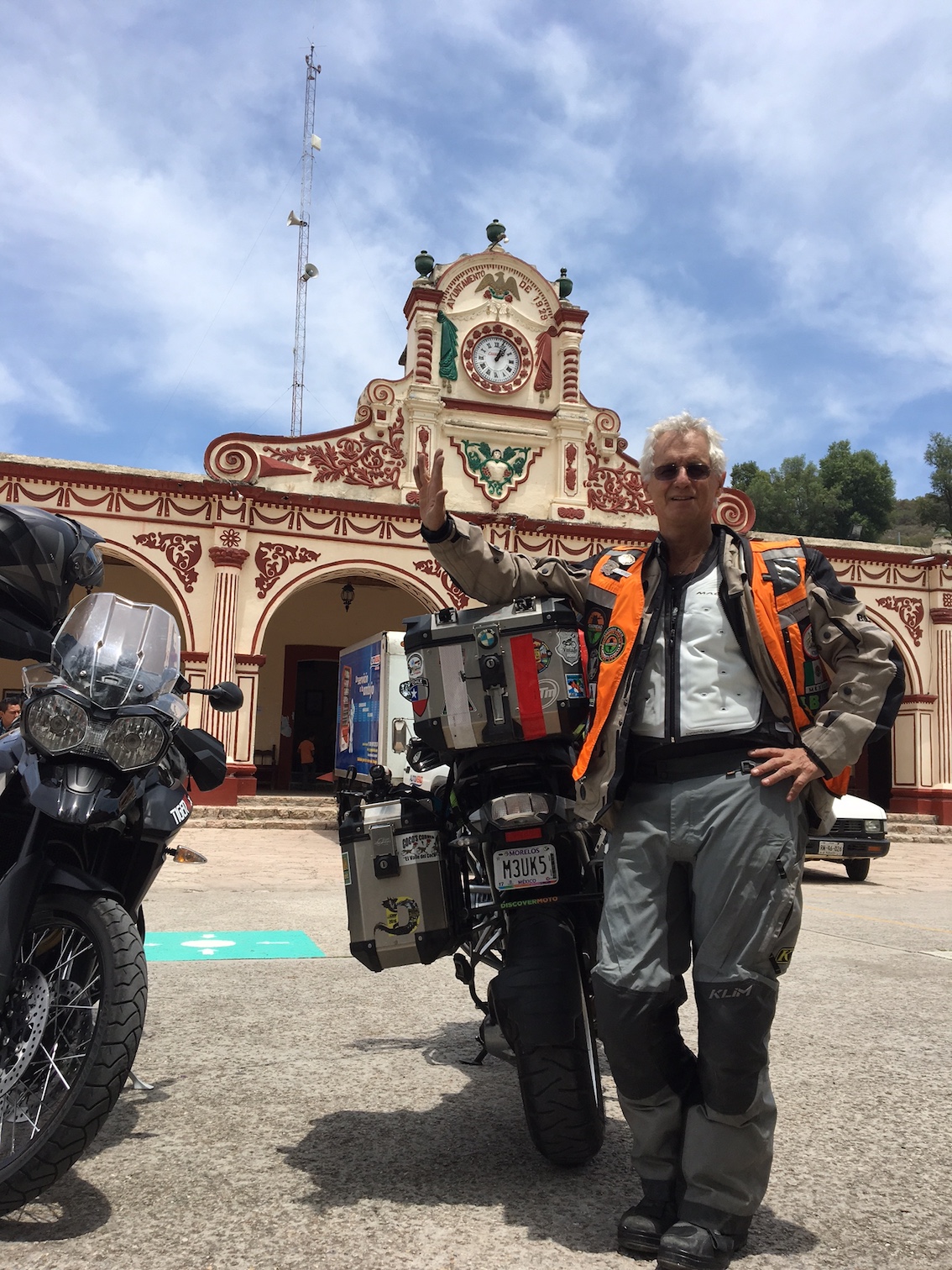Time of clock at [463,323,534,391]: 1:03
